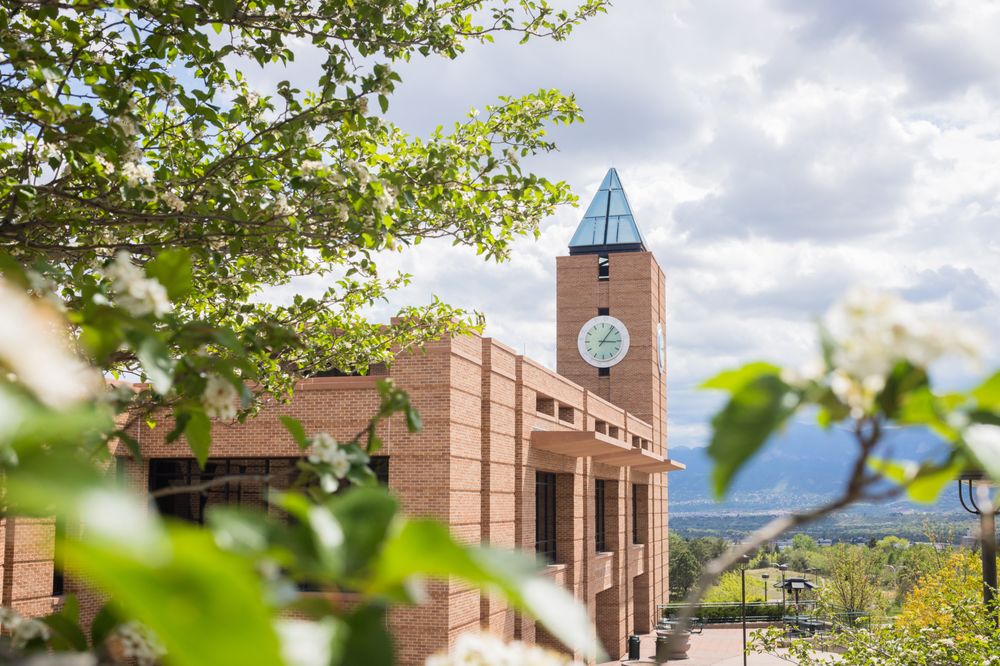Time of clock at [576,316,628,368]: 3:06
